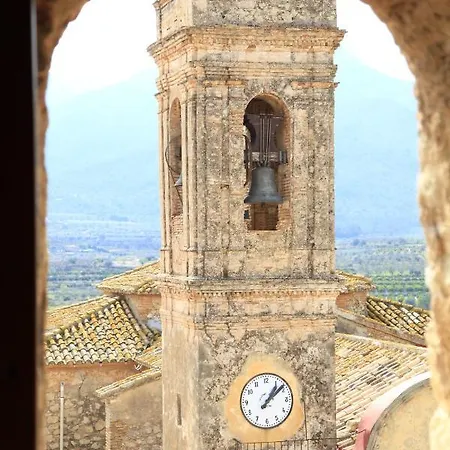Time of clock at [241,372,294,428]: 1:08
